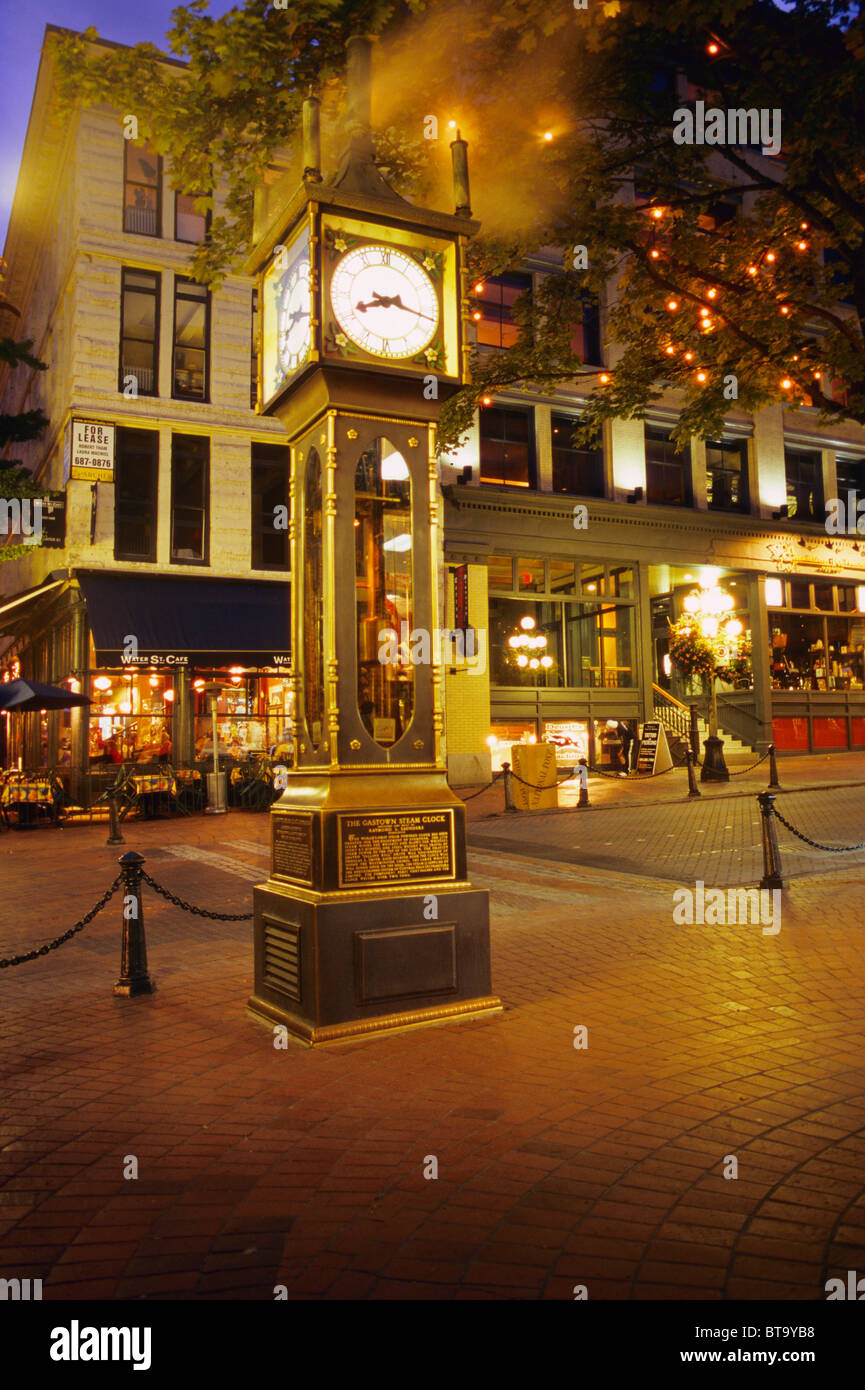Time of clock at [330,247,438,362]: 8:16
